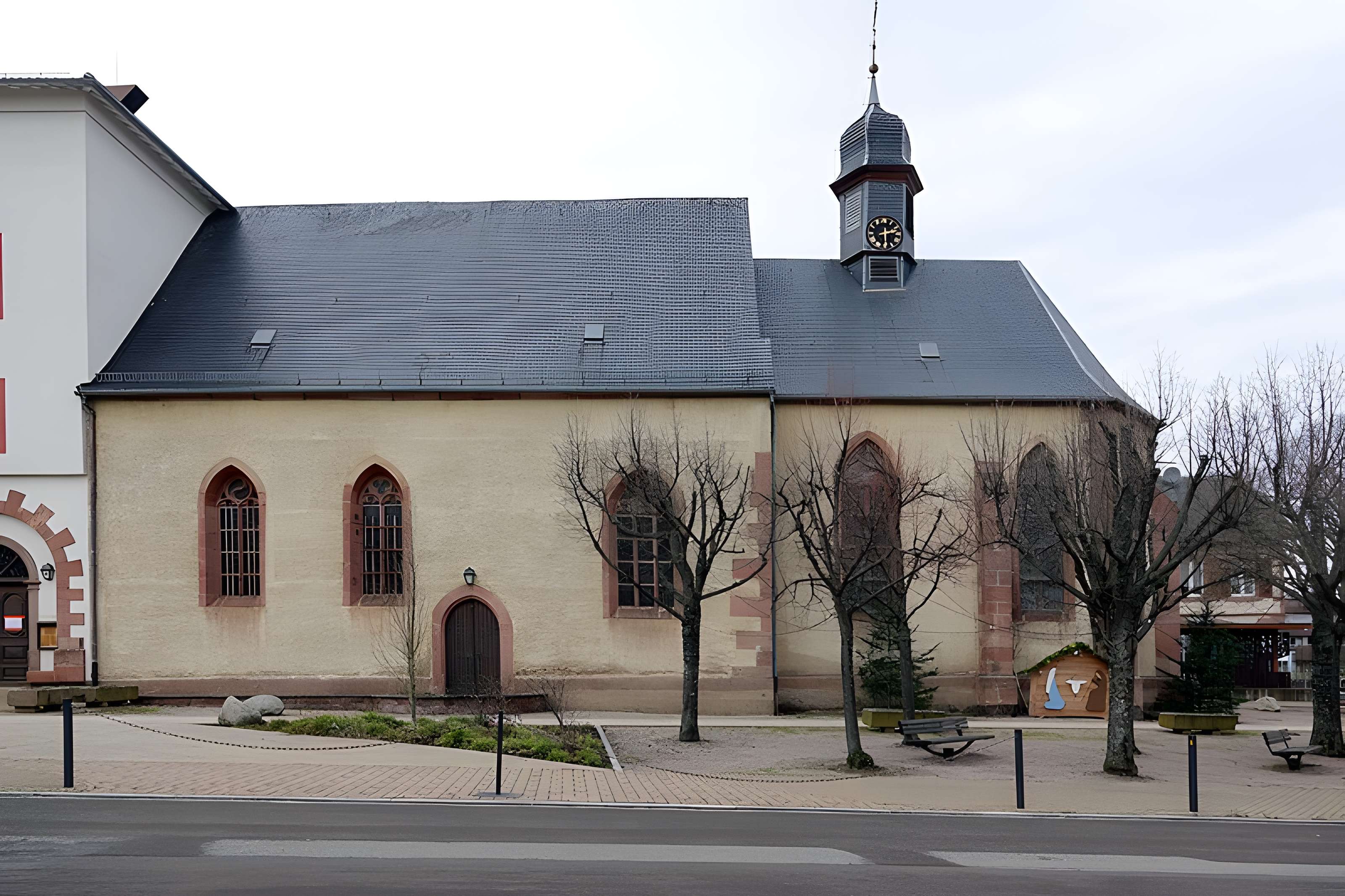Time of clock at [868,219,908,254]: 2:29
